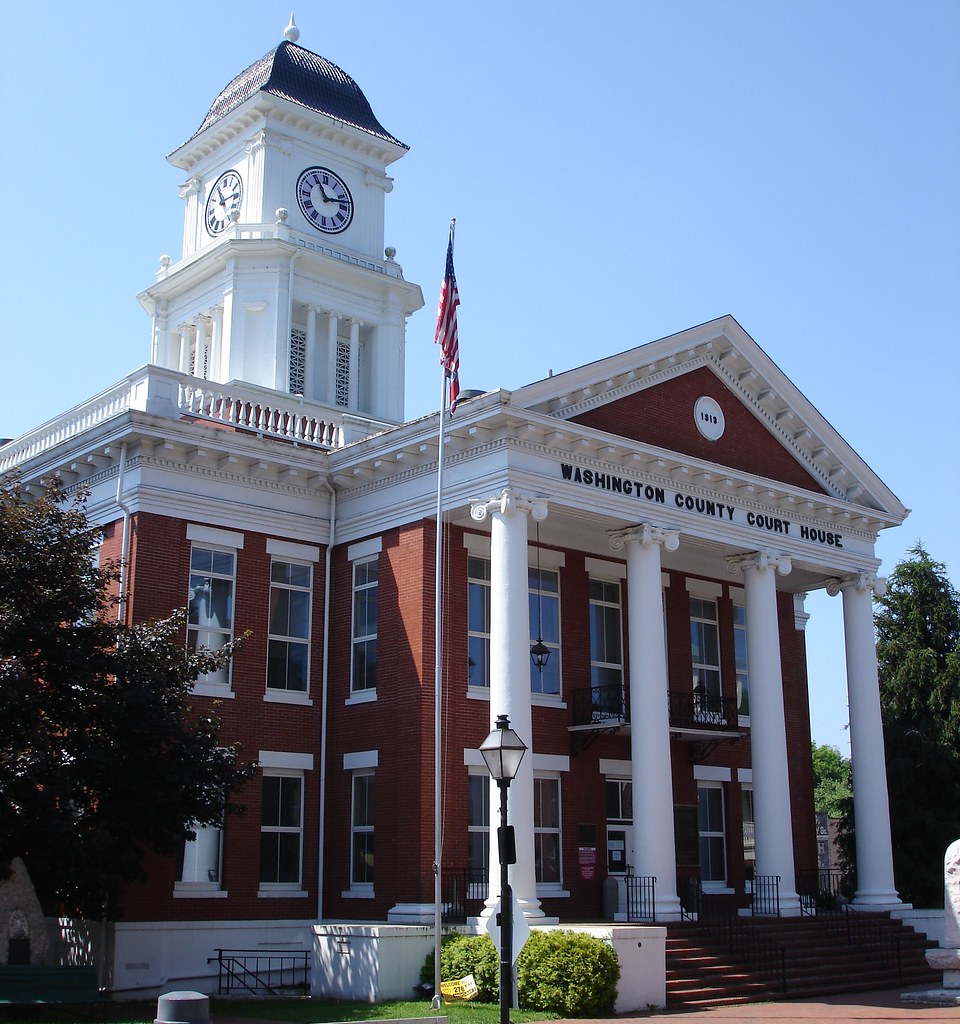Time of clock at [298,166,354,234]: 11:12
